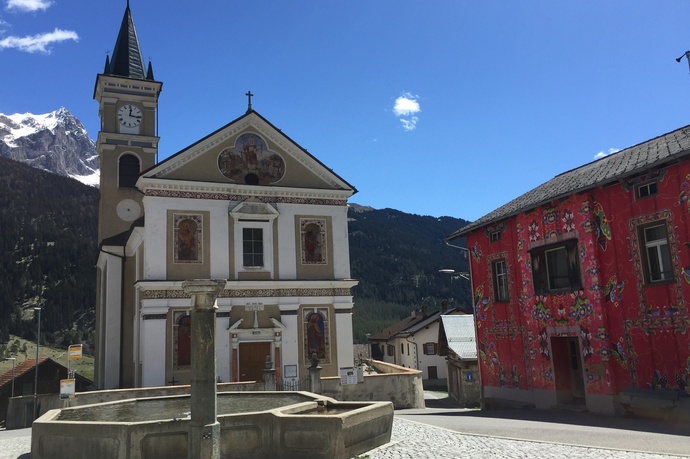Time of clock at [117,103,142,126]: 12:16
